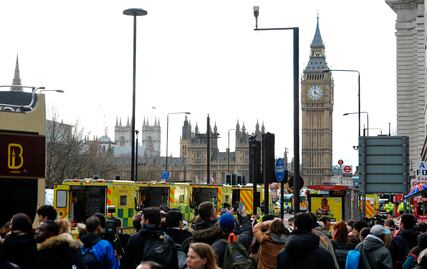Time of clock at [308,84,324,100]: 4:00
